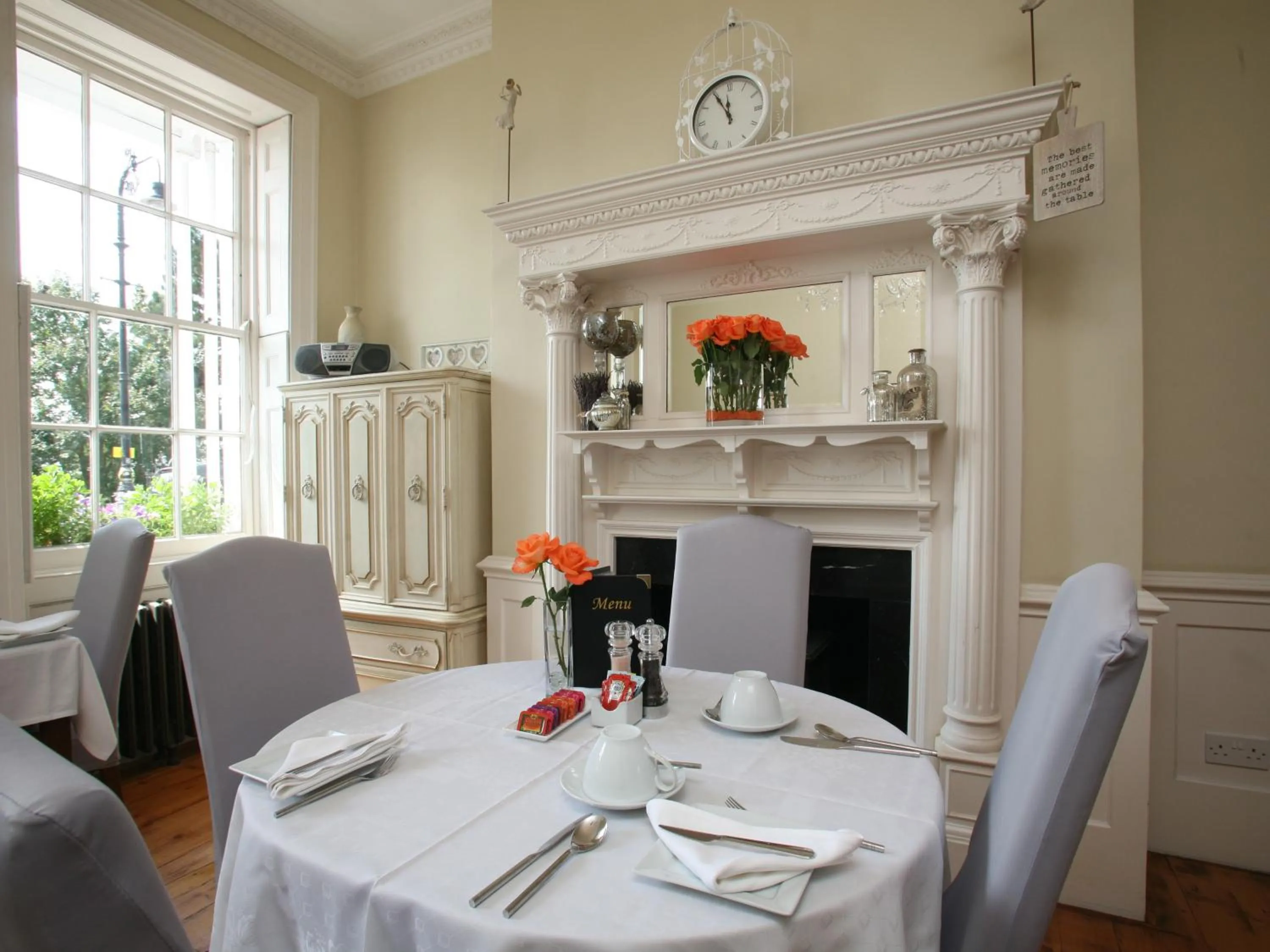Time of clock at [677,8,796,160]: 11:55
